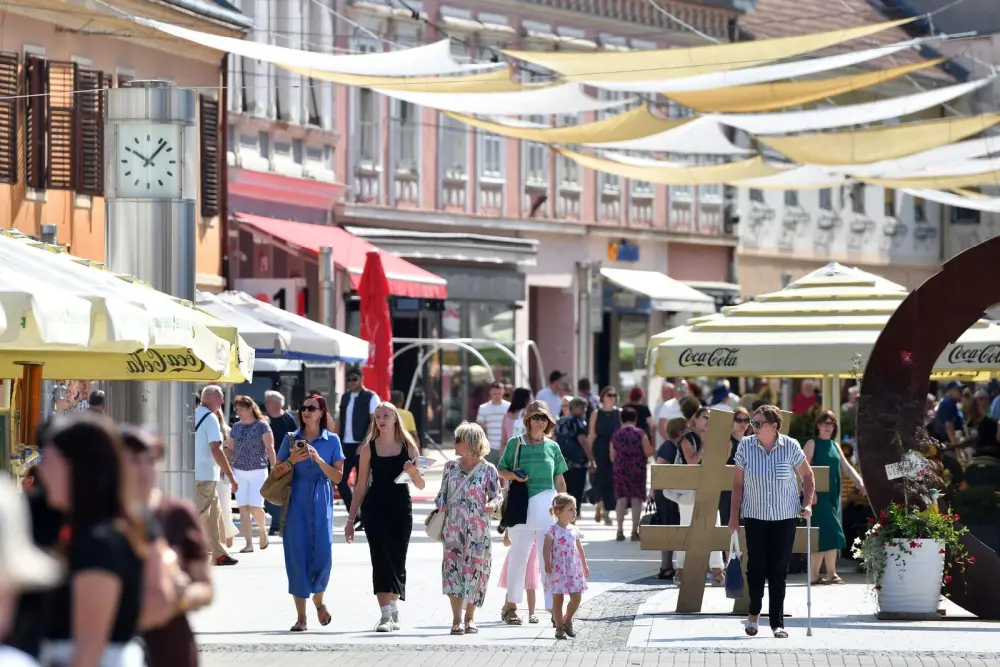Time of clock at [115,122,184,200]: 10:07
